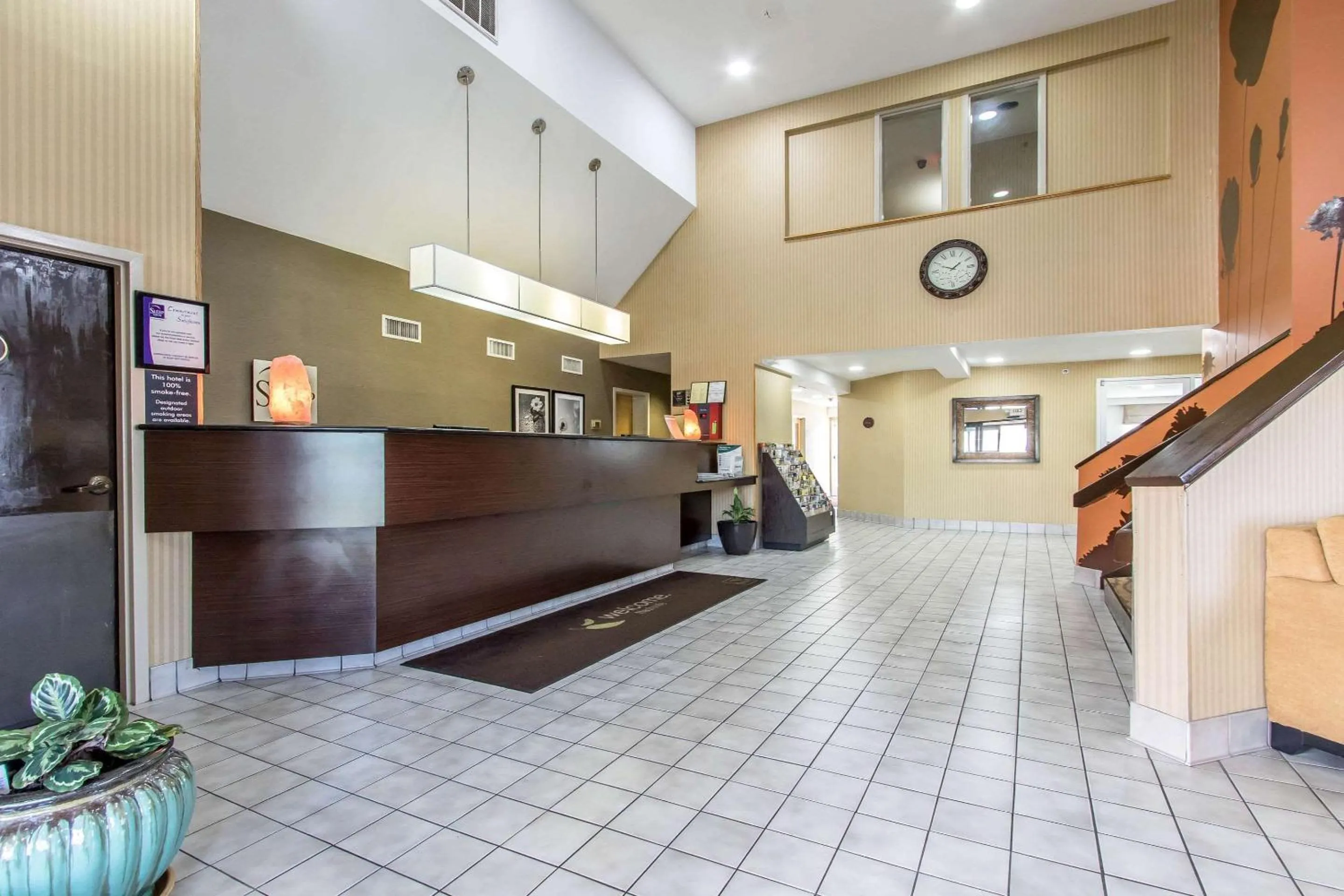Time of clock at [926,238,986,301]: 1:49
